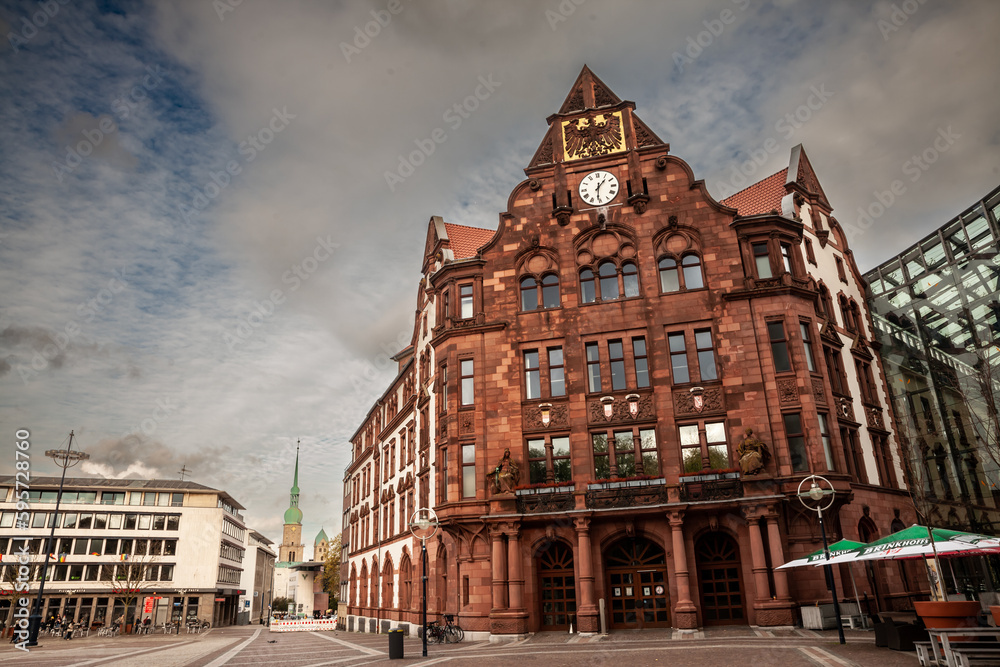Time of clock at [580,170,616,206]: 1:31
